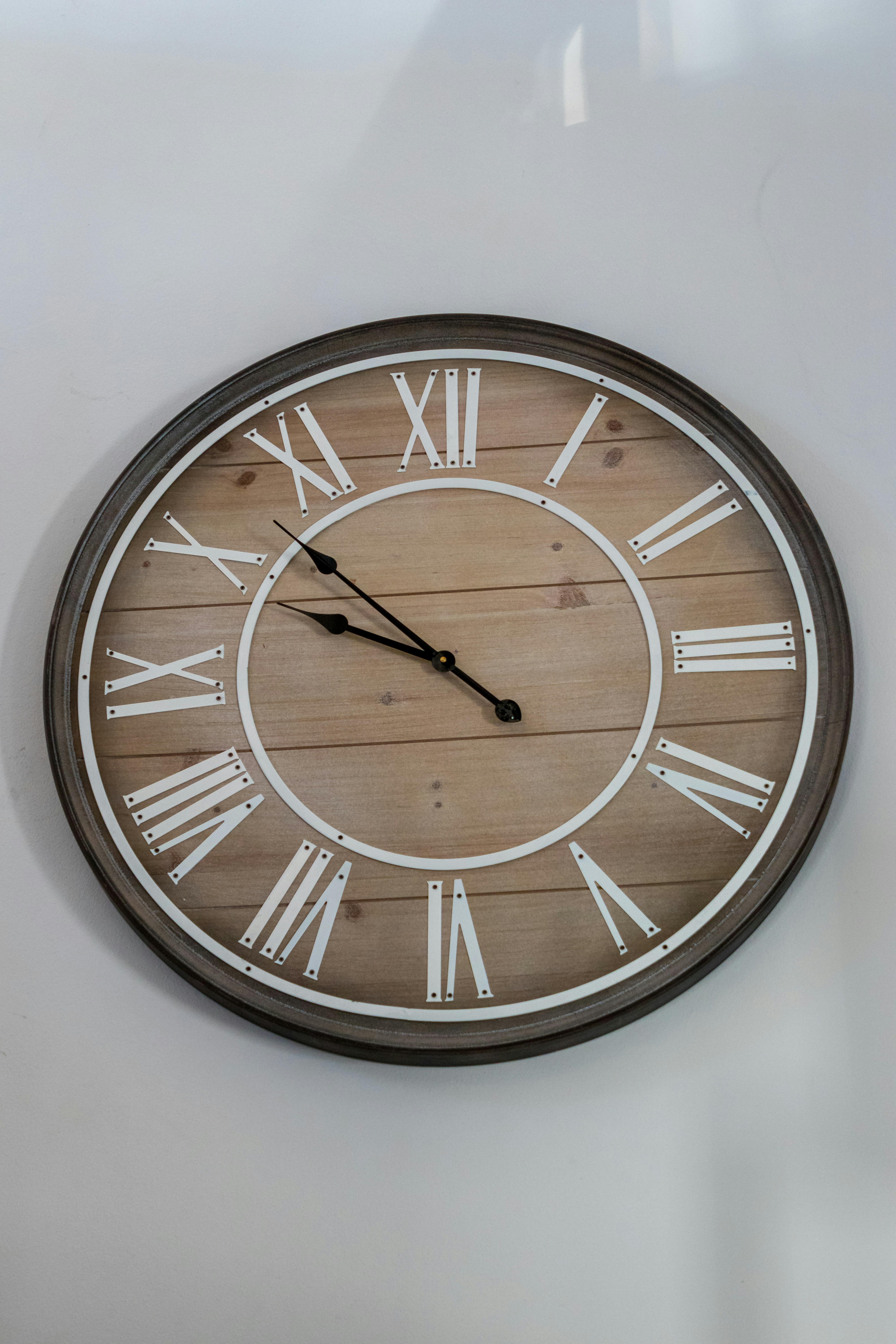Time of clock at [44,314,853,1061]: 9:52
